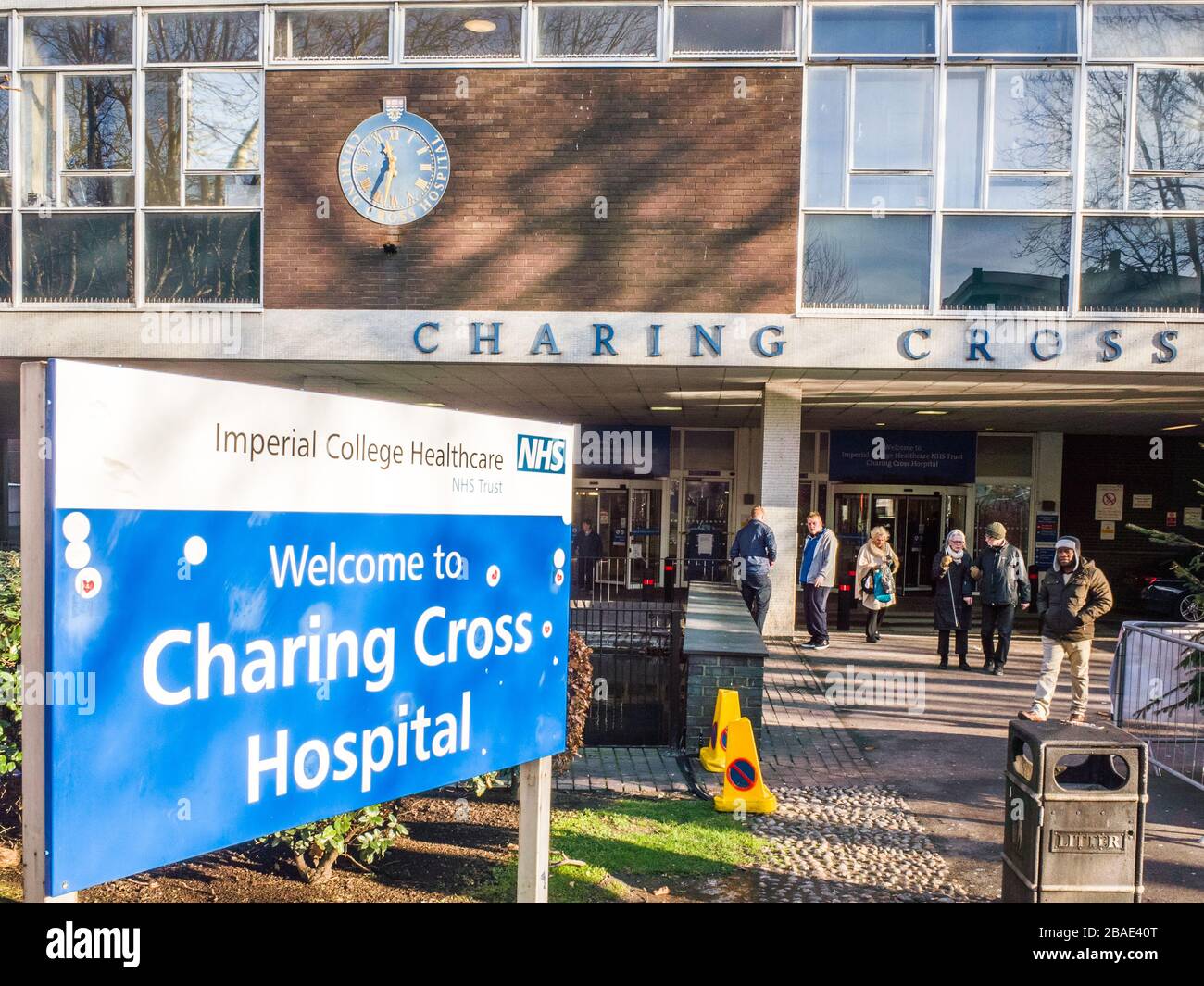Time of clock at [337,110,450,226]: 11:35
